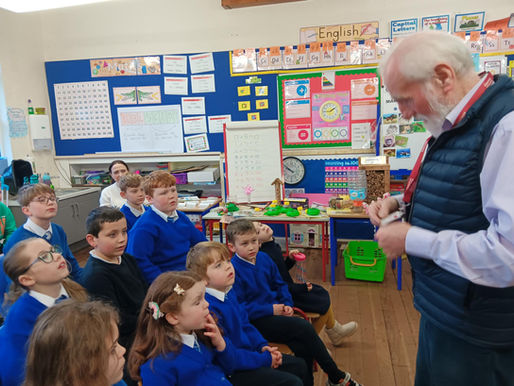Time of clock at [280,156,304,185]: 9:50
